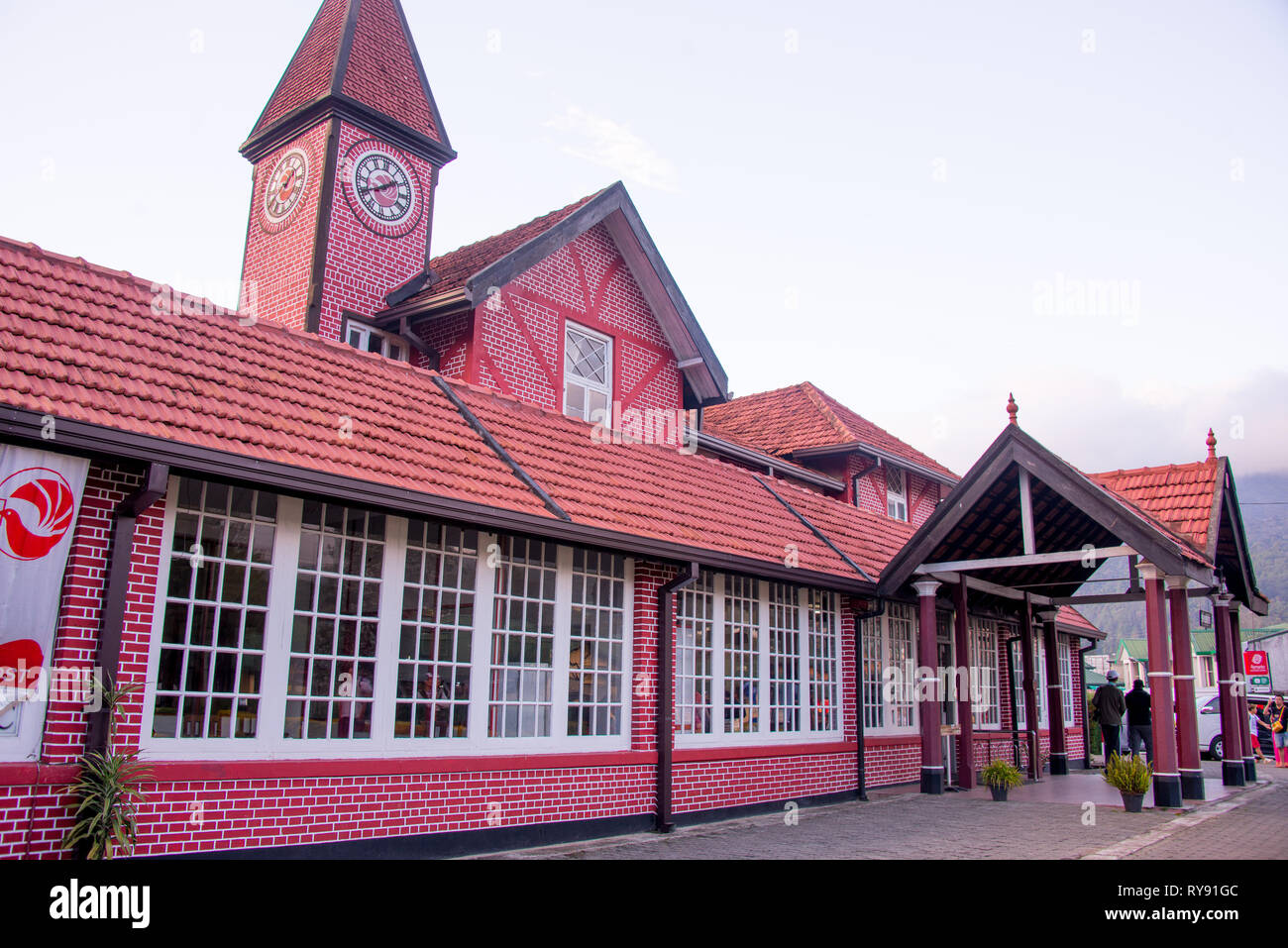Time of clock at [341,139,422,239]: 1:40
